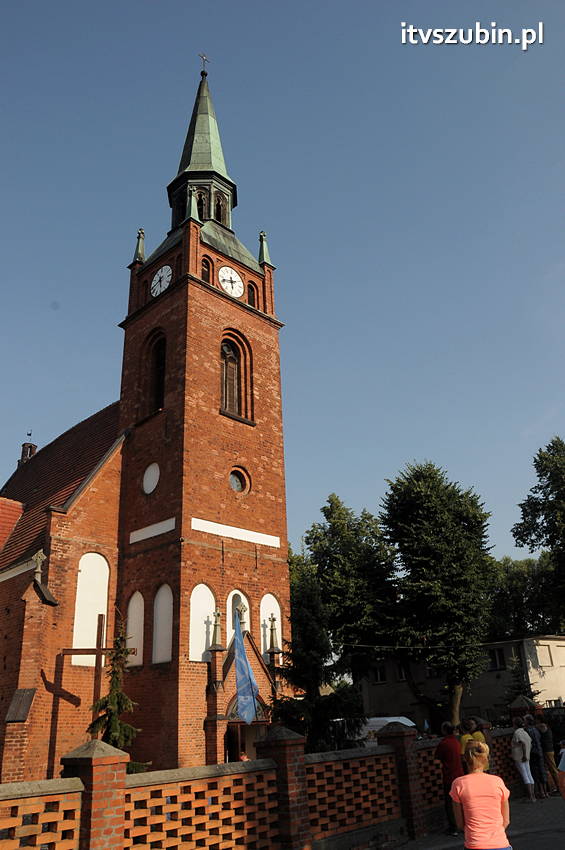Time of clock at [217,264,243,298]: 5:42
